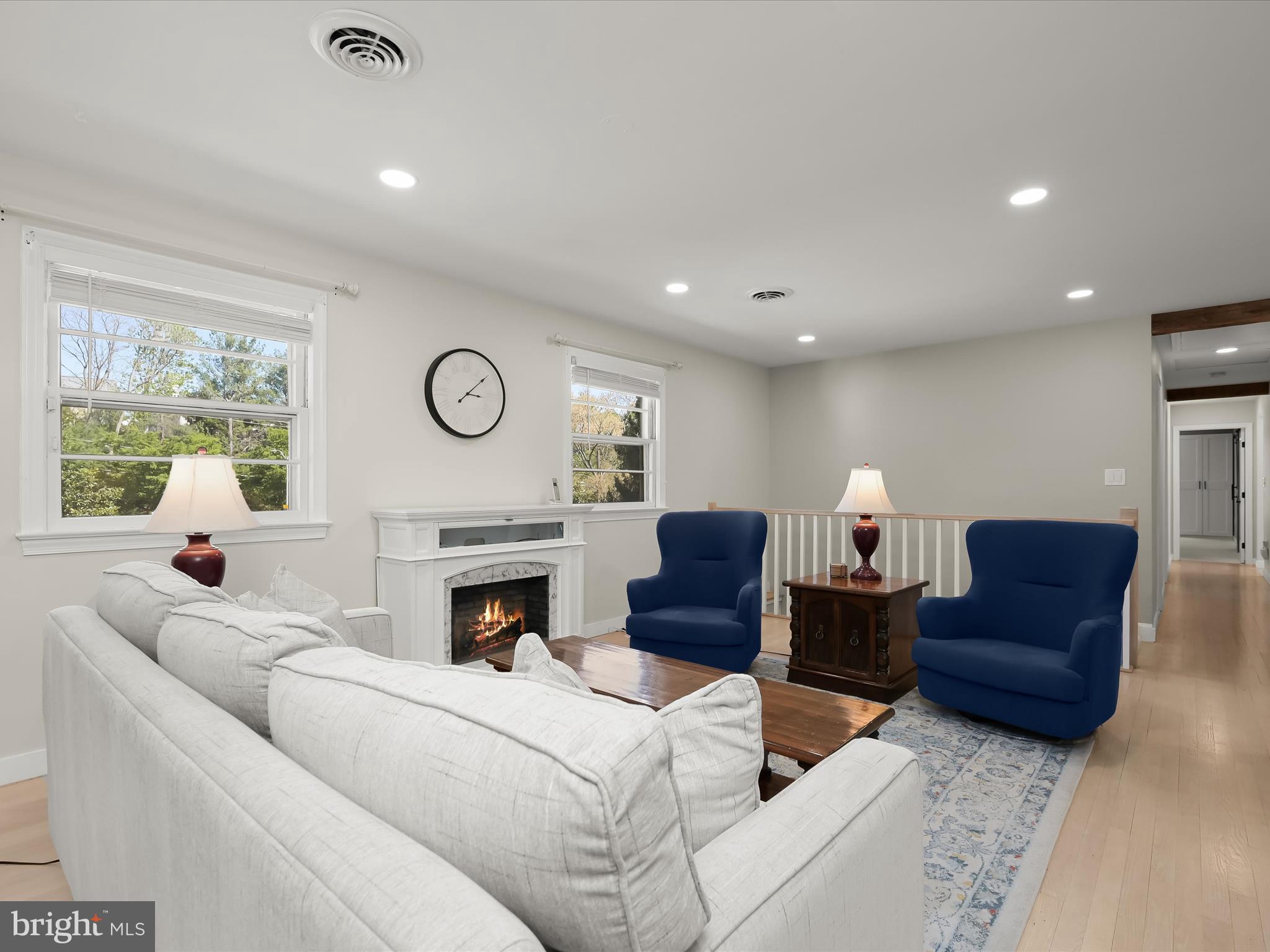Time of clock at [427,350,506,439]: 3:08
